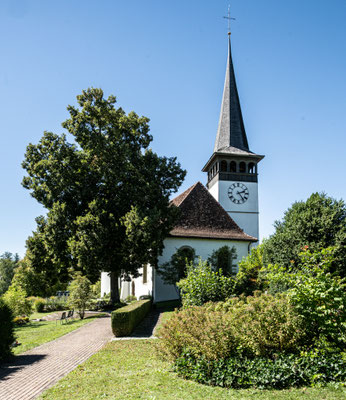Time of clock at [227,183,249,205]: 2:23
